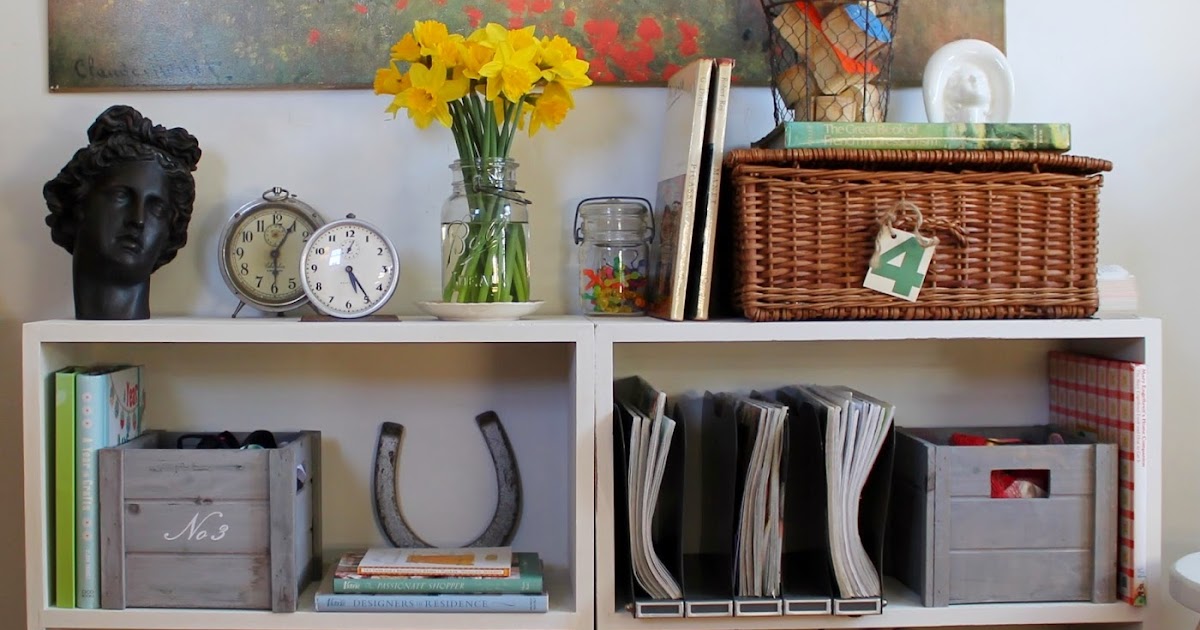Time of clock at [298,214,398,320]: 5:24
